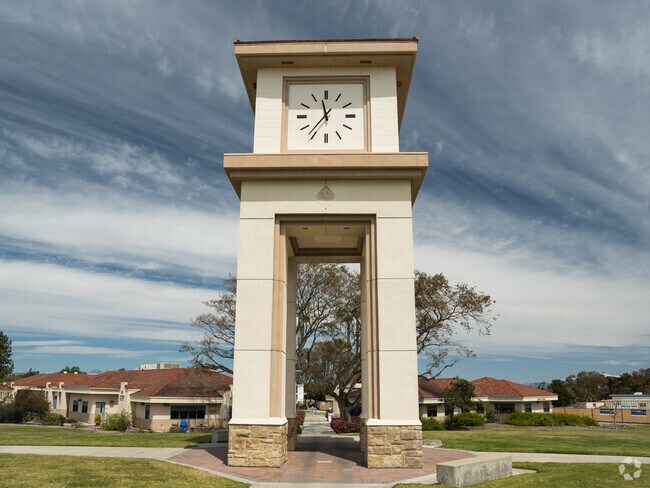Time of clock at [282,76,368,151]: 11:36
